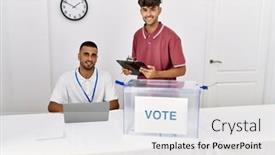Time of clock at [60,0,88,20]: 1:50
